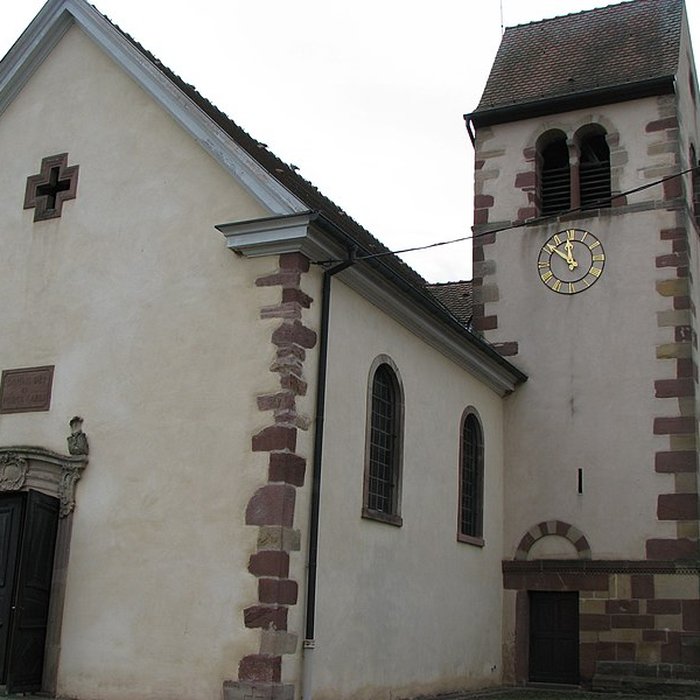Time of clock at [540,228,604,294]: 11:51
